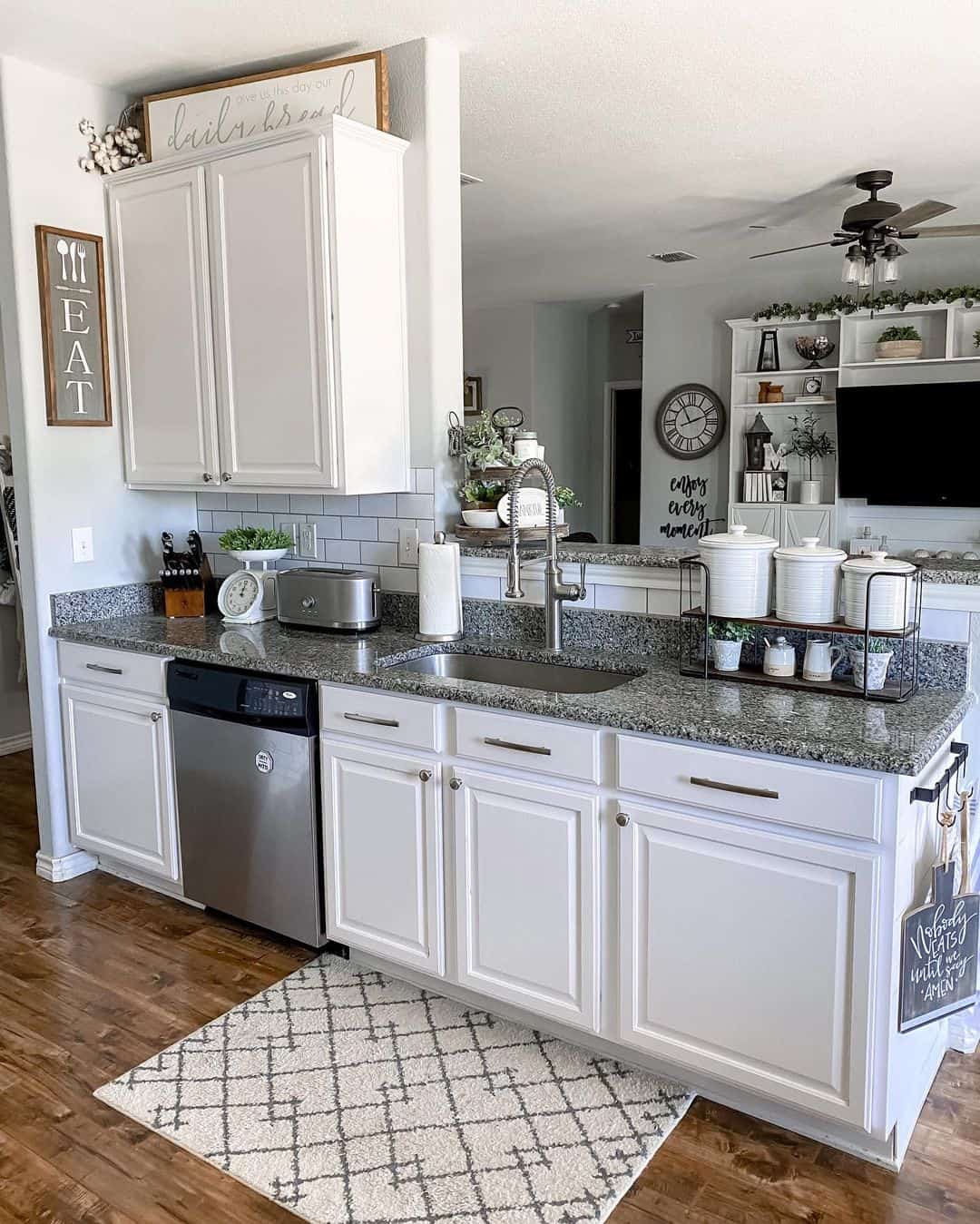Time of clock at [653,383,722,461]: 11:11
